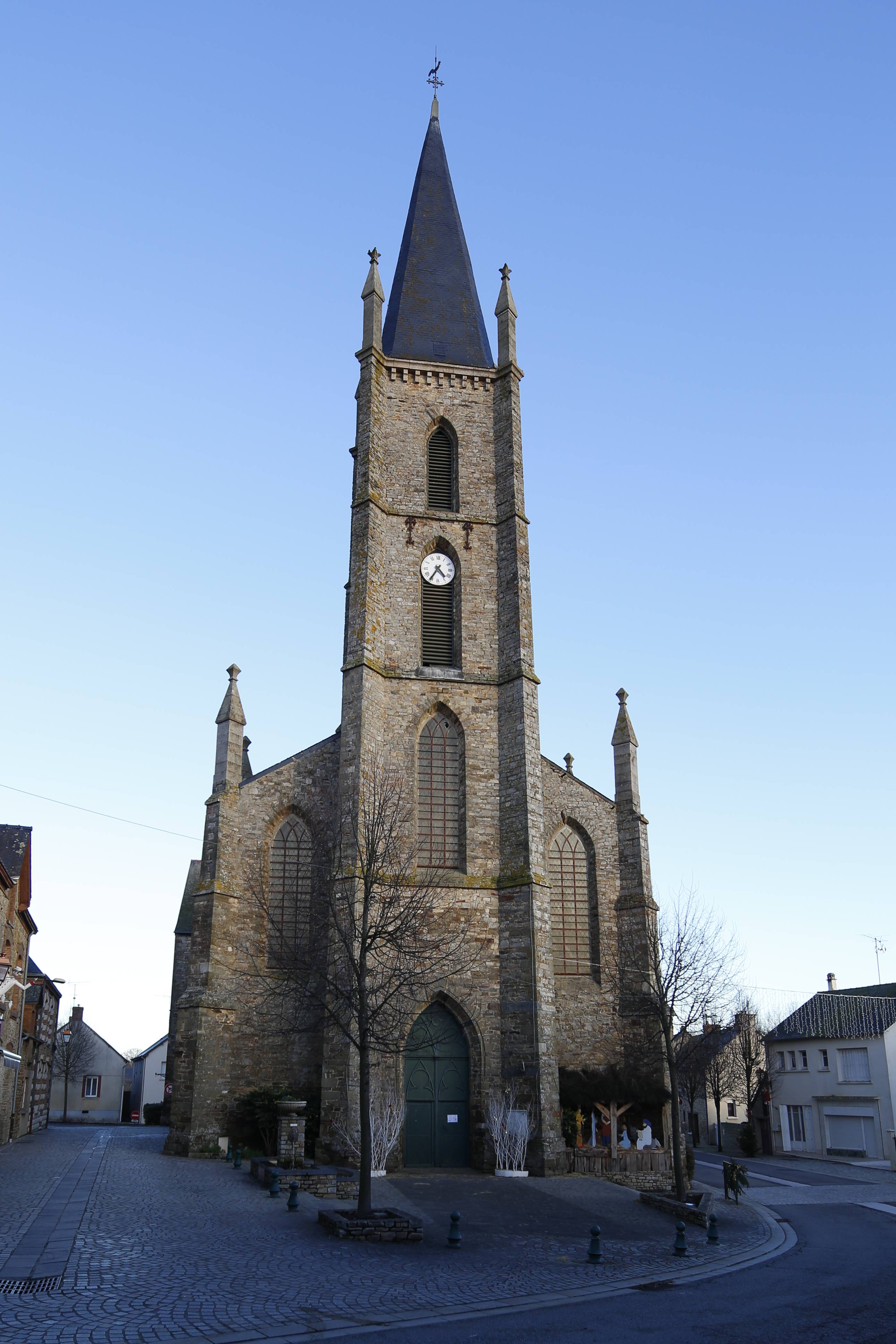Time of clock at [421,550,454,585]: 4:35
